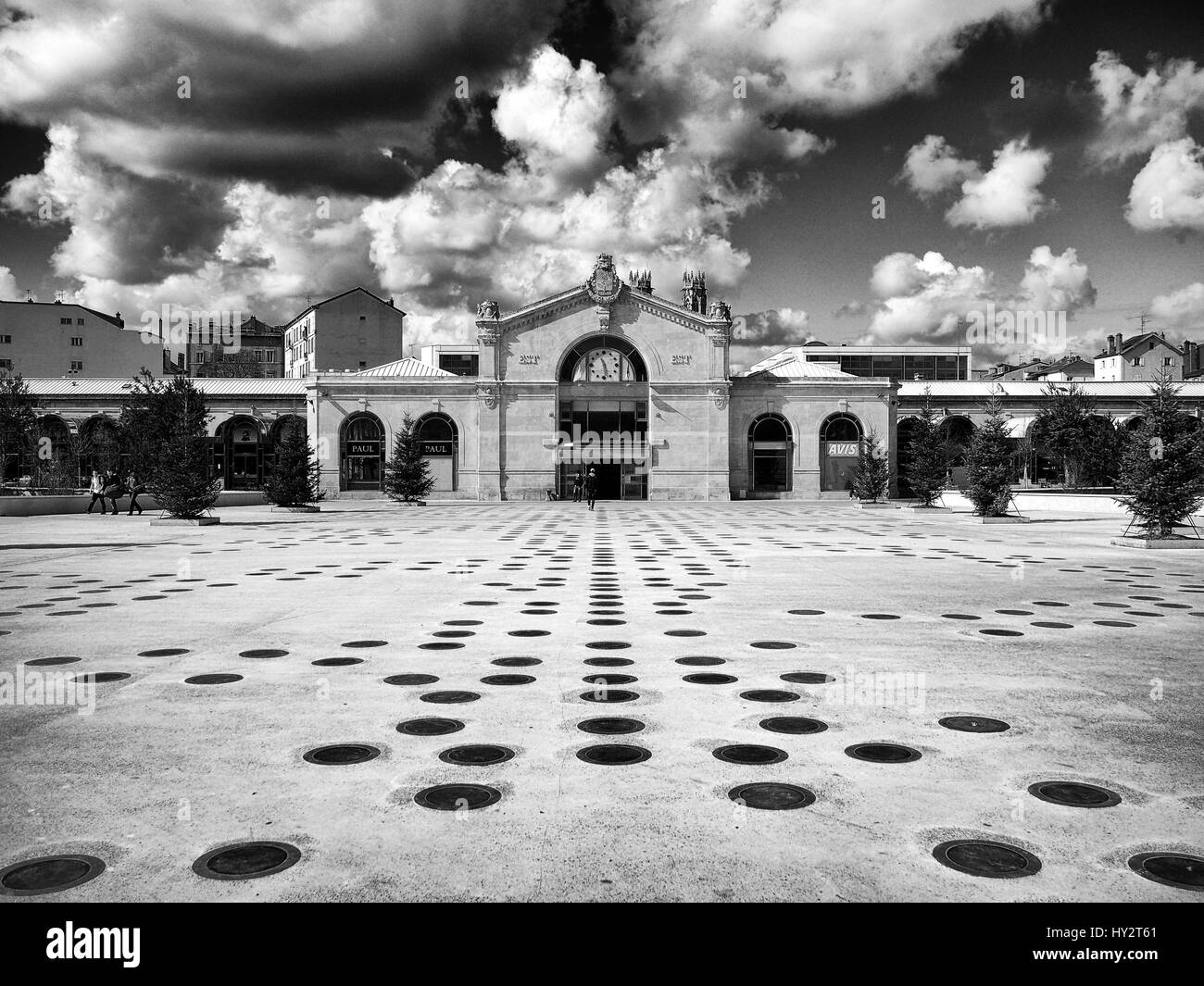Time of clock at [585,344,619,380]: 11:28
